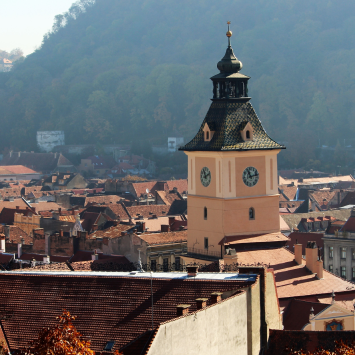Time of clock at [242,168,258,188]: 11:12
